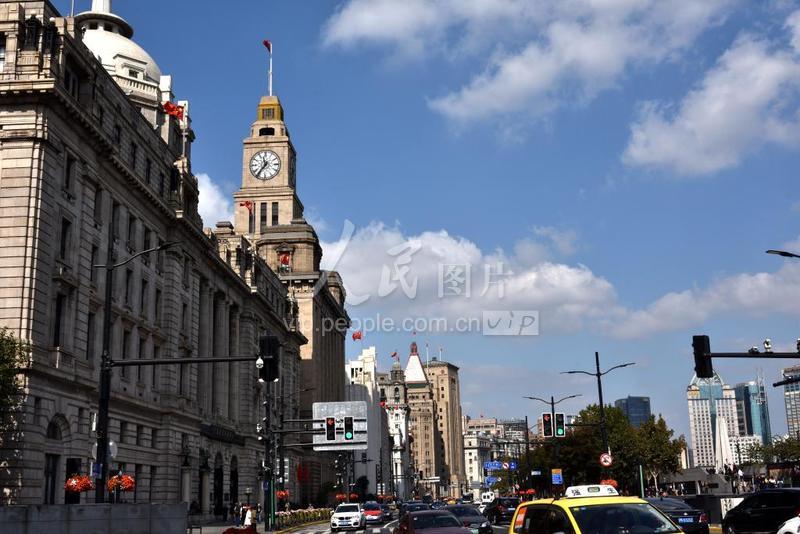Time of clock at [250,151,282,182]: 11:36
